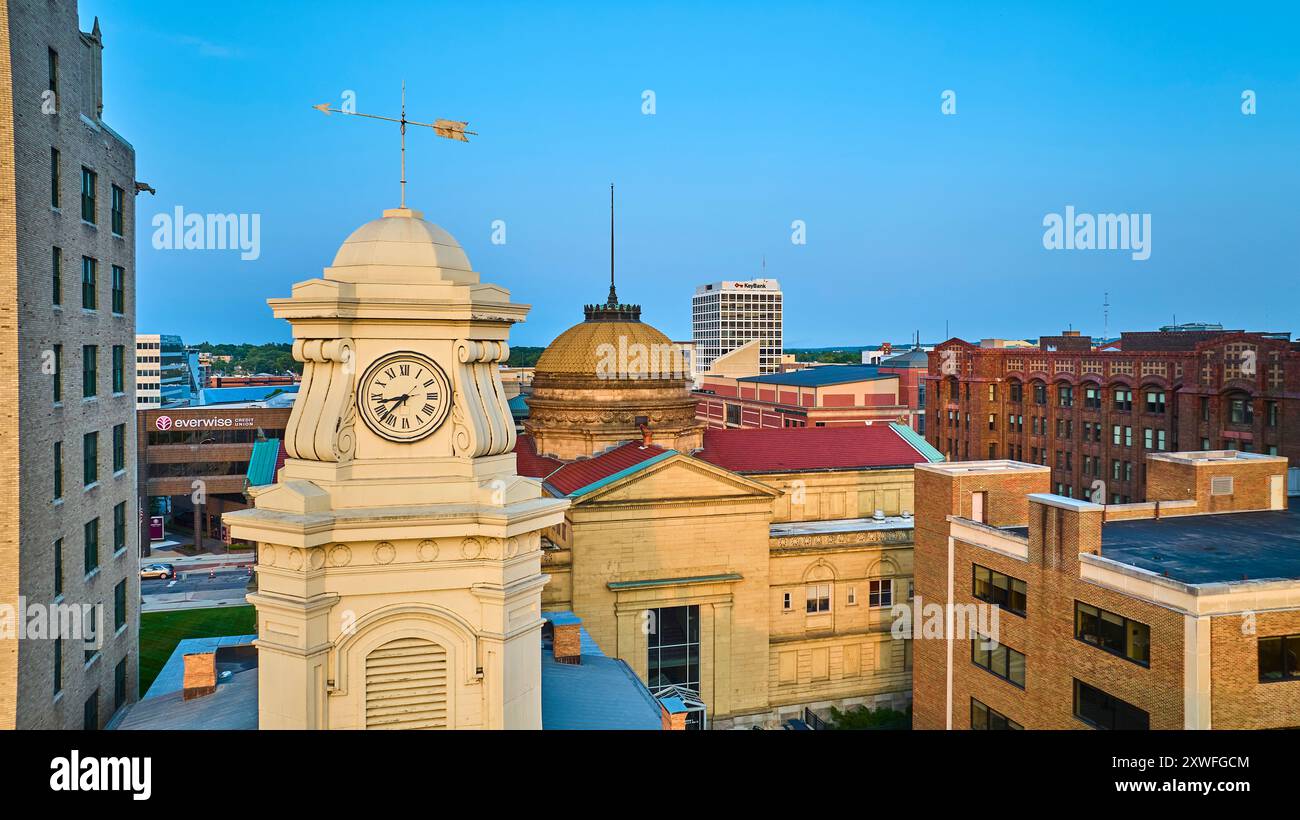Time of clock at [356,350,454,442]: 8:37
